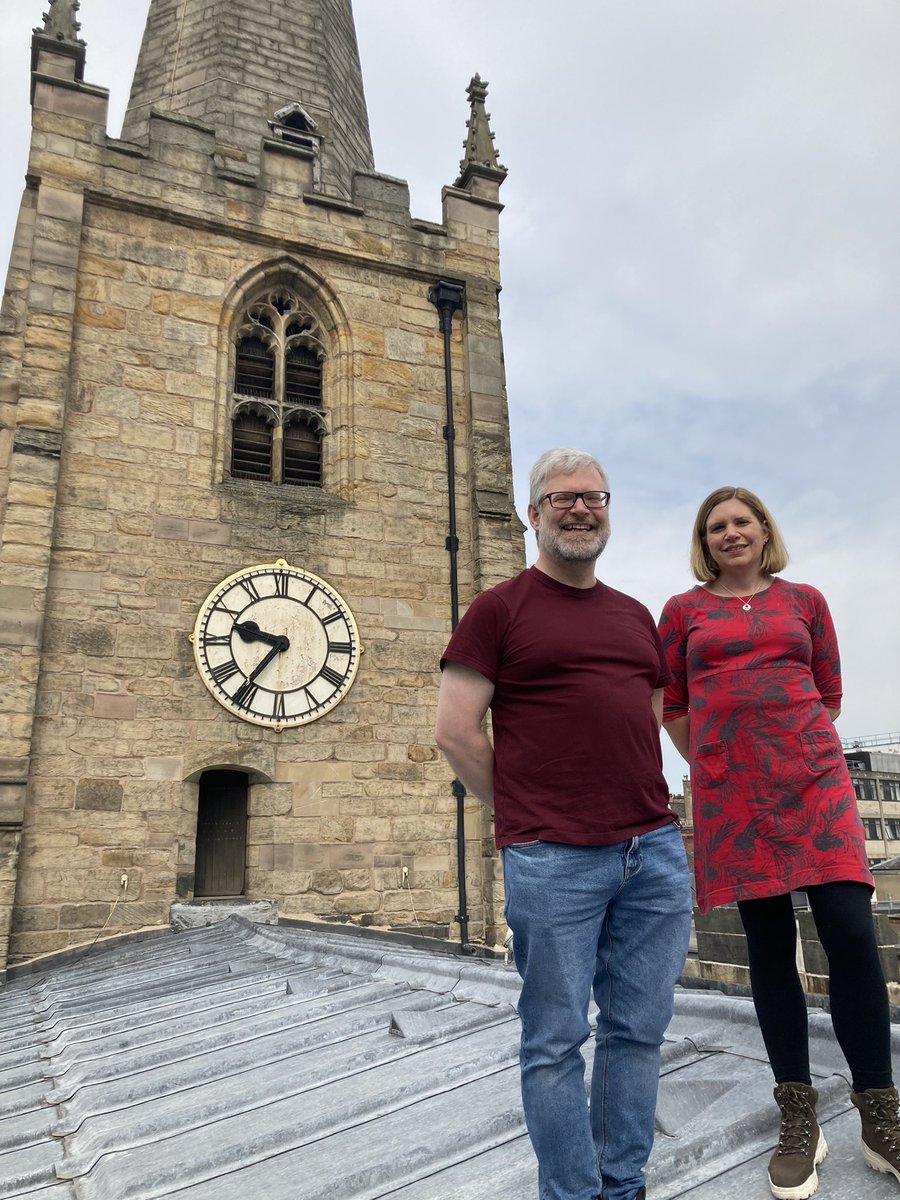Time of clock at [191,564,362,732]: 9:36
